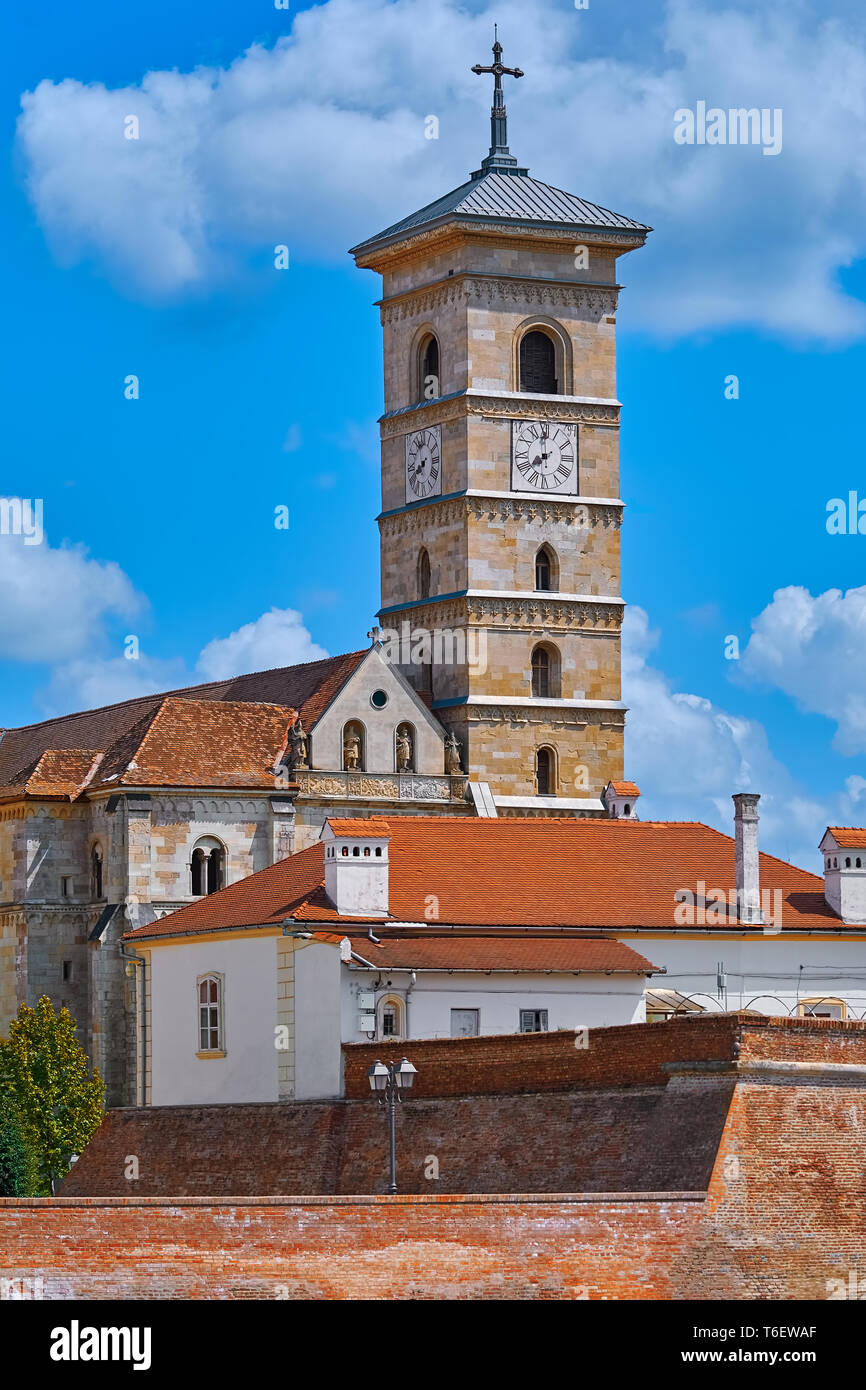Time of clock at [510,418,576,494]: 7:59
